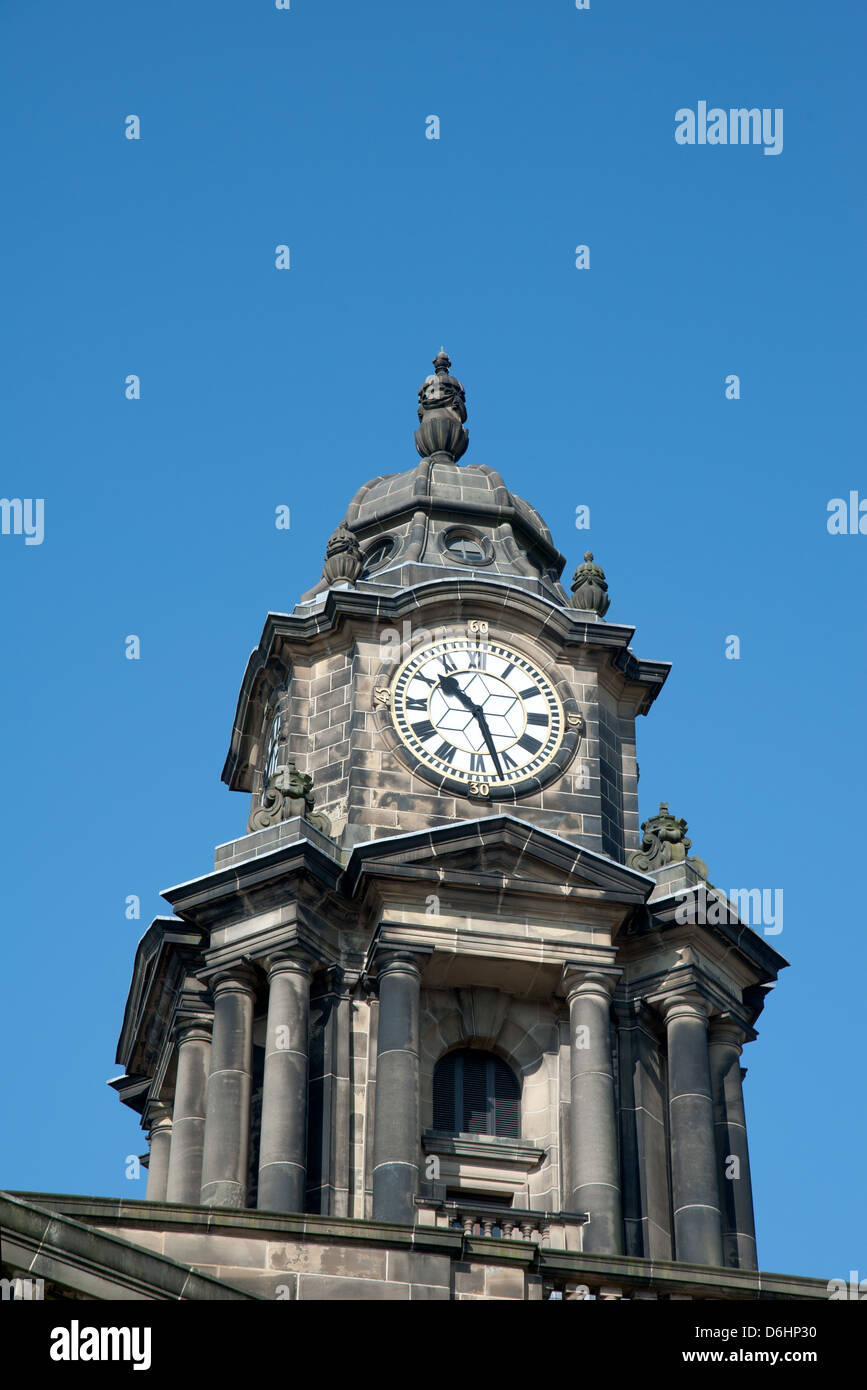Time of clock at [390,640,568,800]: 10:26
